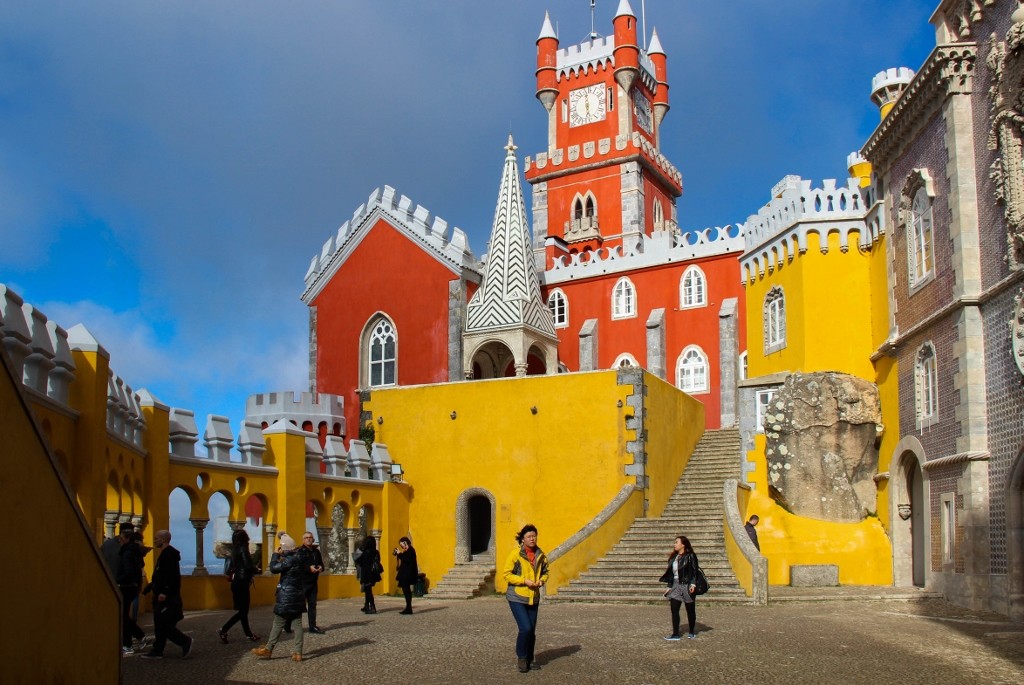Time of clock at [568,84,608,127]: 5:59
